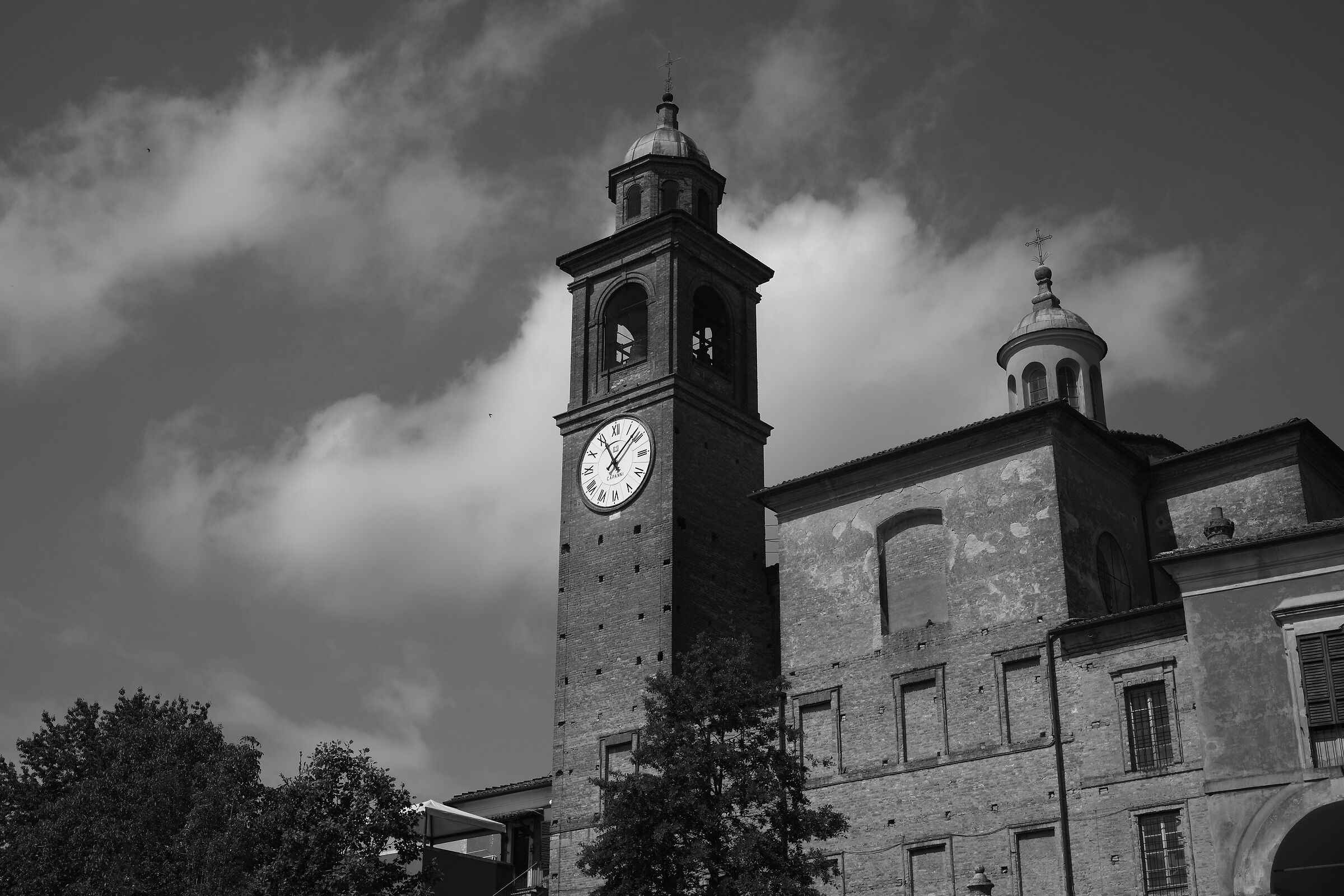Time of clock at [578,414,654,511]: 11:07
